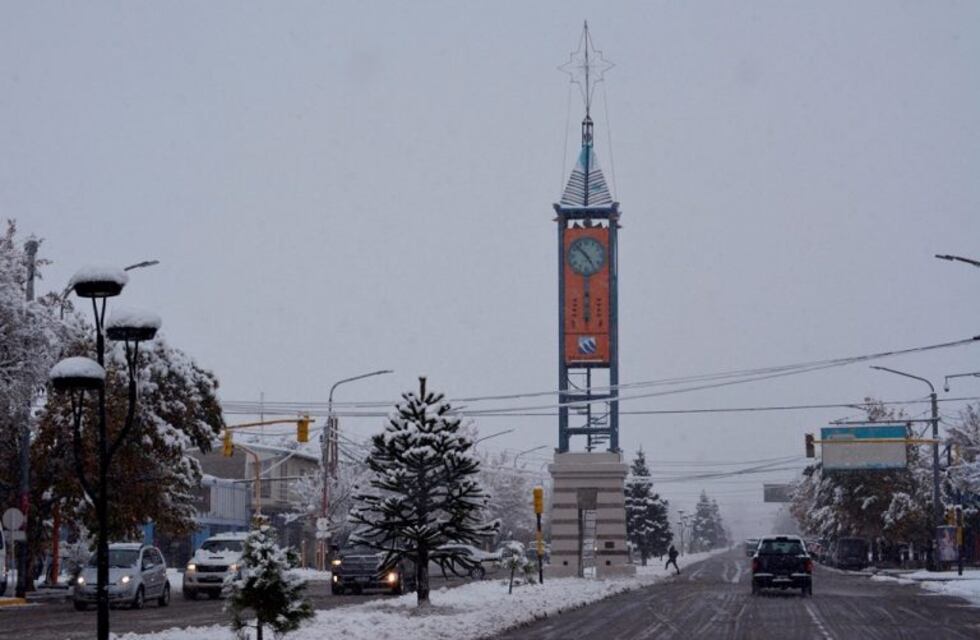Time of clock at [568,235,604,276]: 4:52
